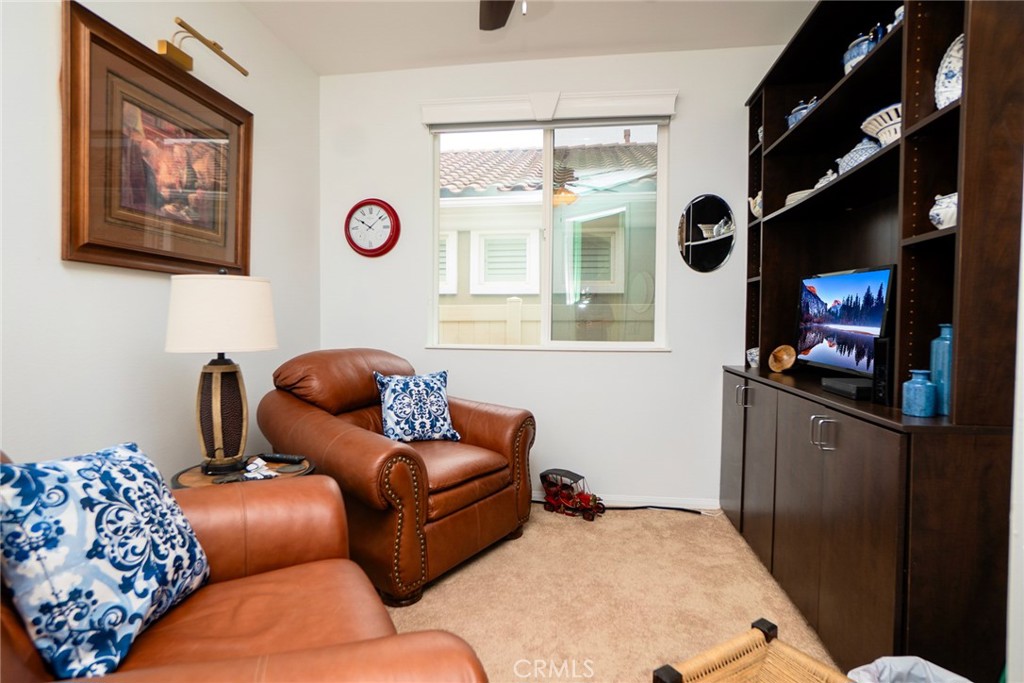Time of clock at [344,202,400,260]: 10:07
